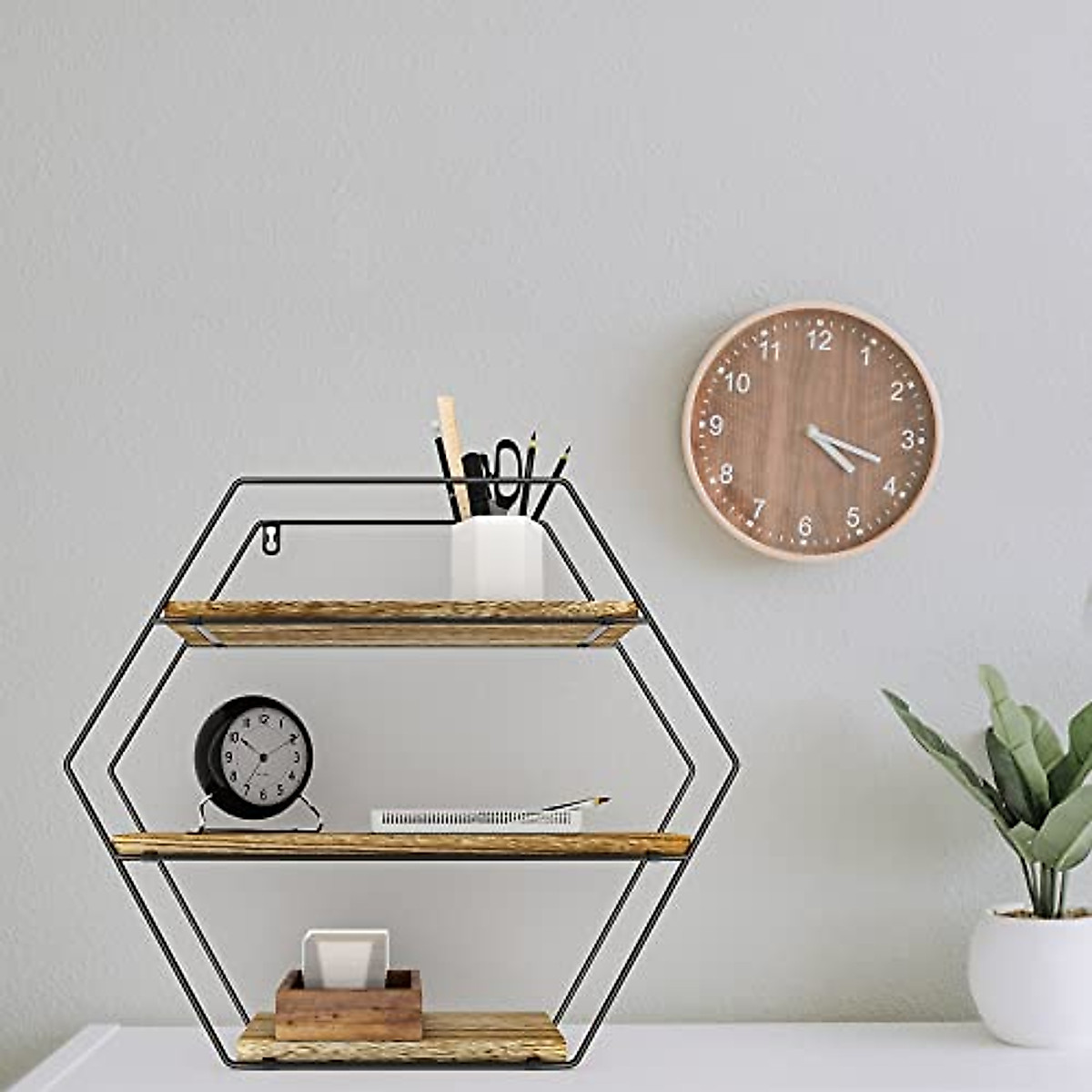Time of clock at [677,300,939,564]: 4:18
